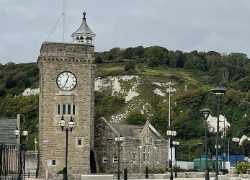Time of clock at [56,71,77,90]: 12:33
